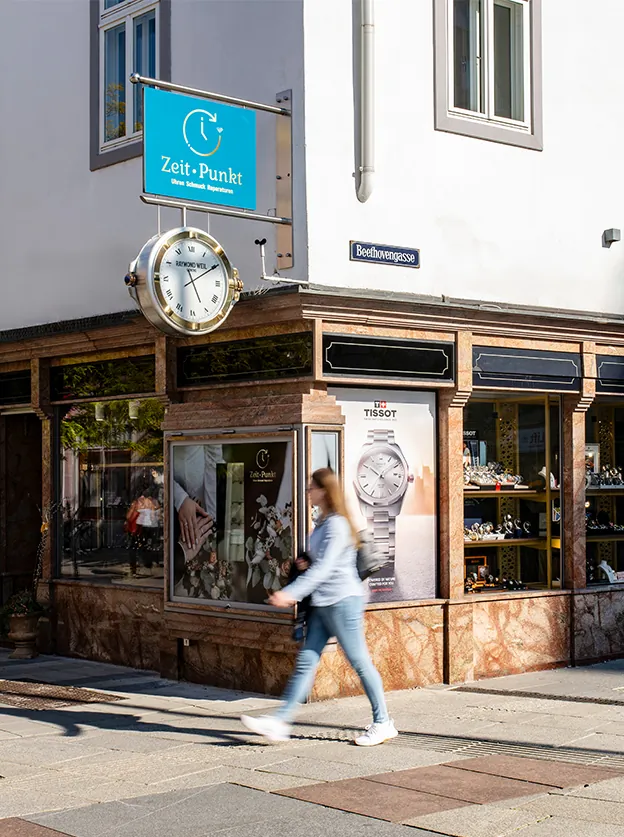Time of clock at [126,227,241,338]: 5:10
